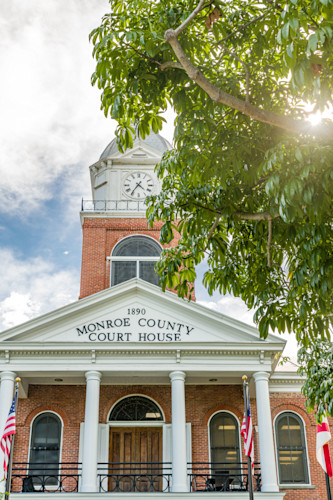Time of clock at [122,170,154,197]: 4:35
